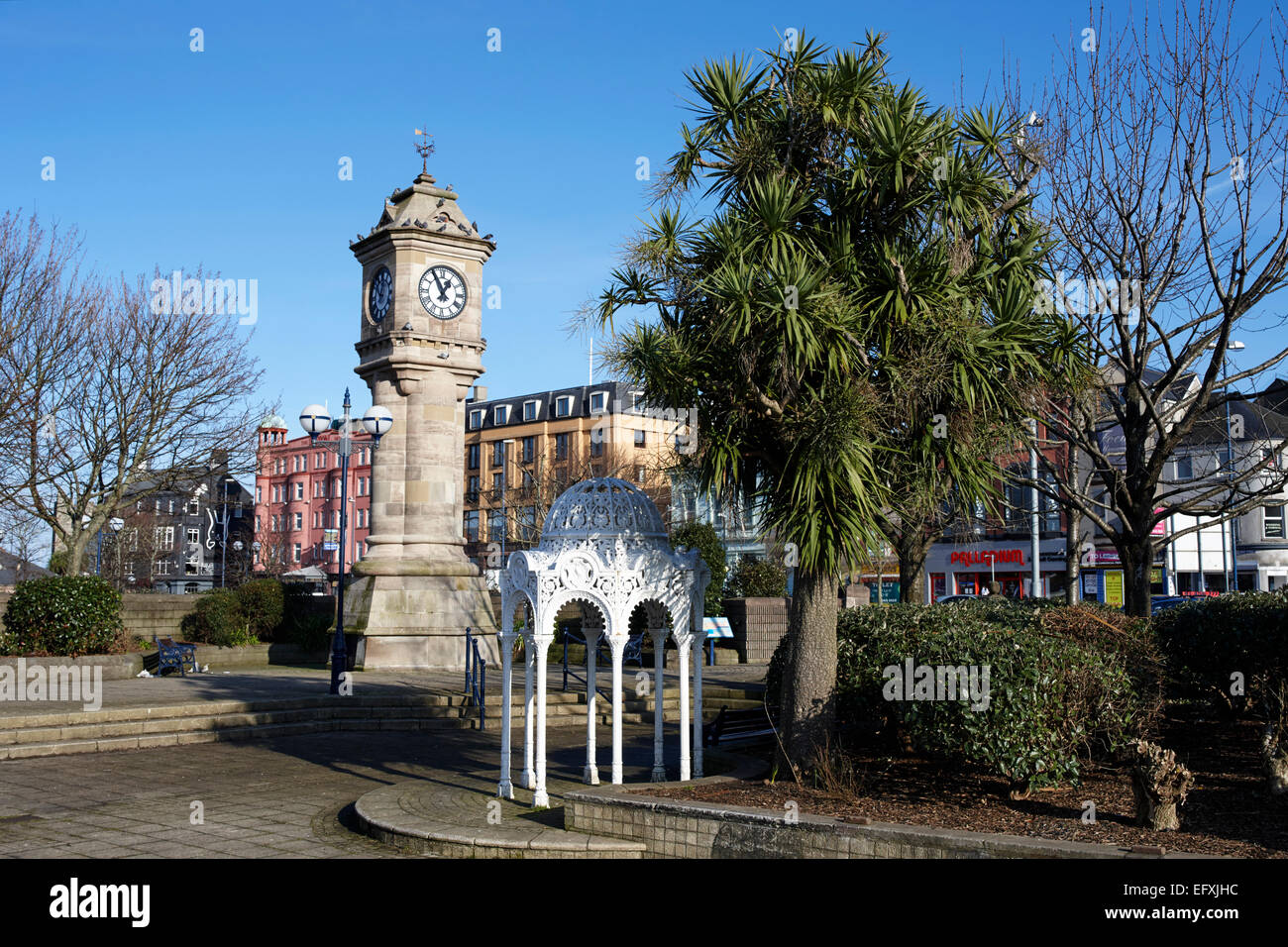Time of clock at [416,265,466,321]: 12:55
